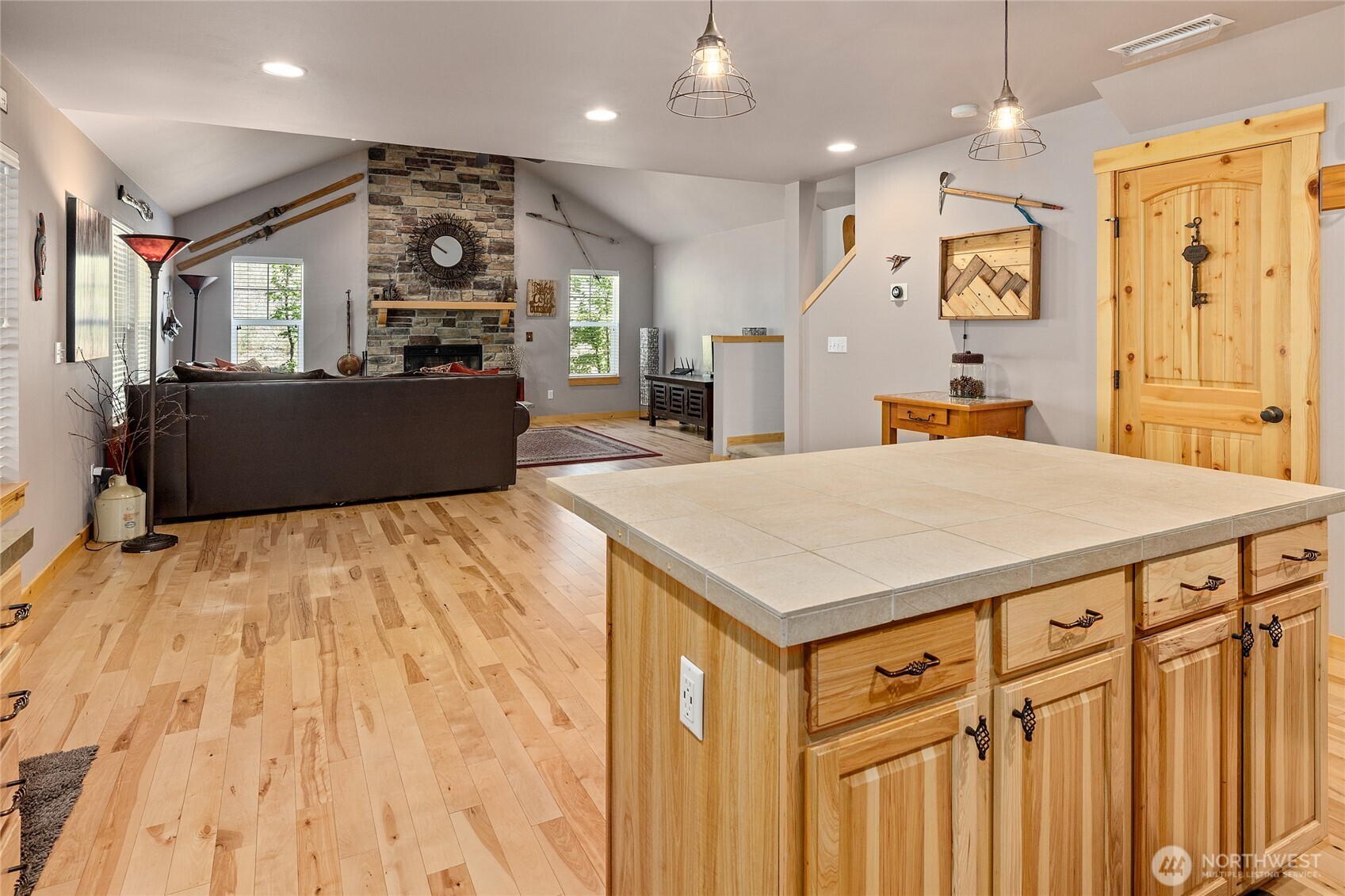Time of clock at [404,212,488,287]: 9:50
